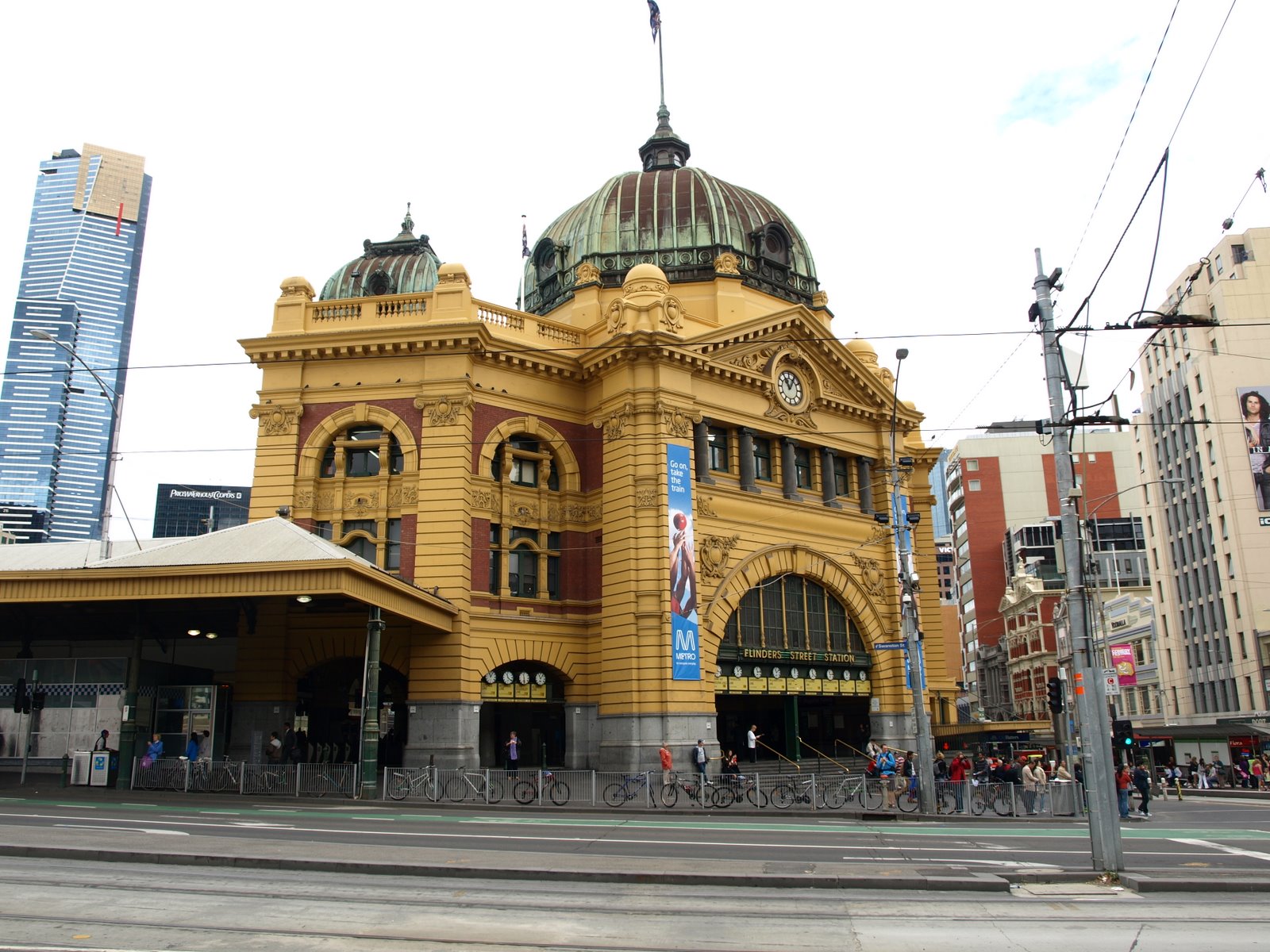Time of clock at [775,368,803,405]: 11:05
